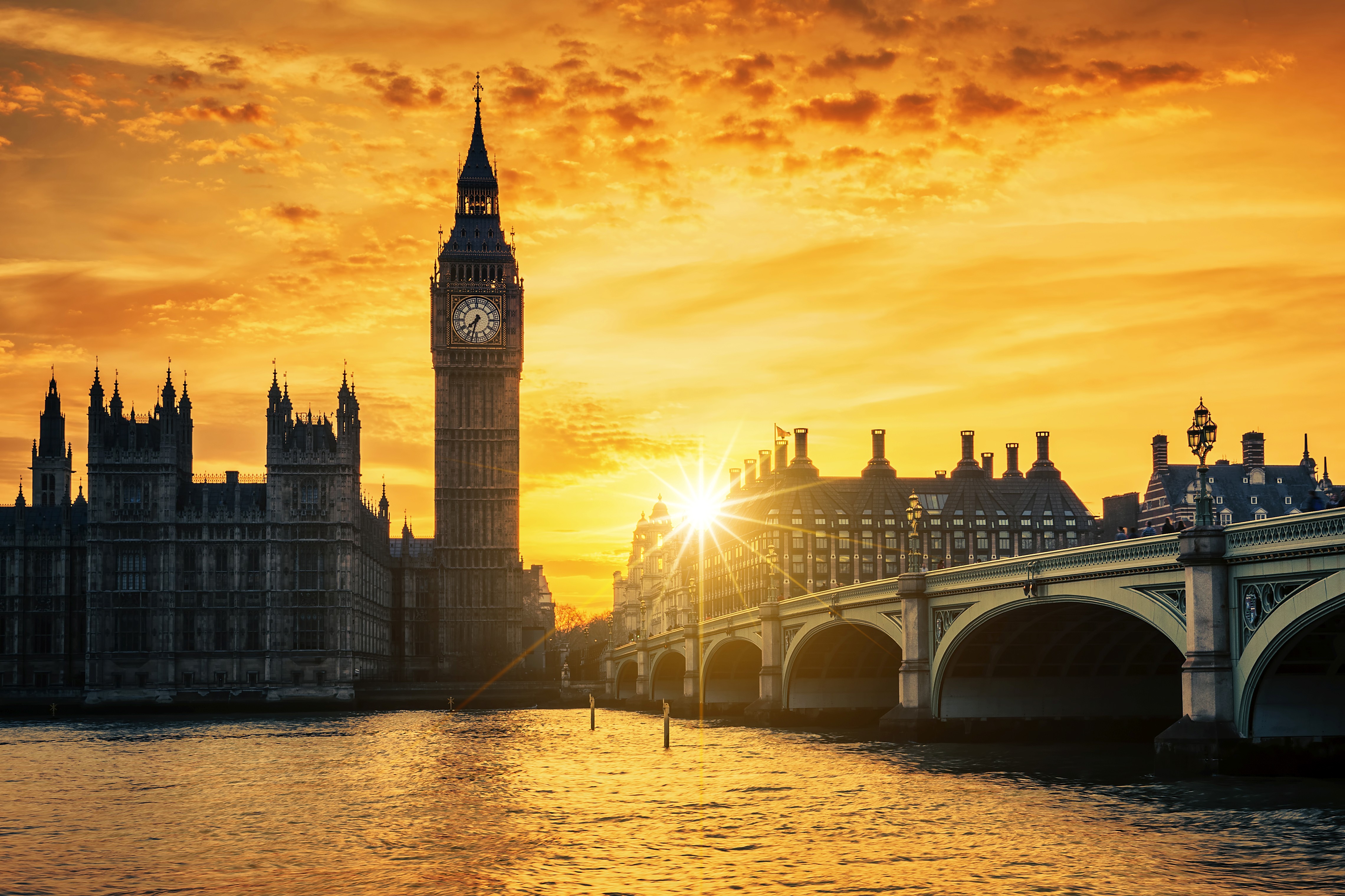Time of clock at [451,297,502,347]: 7:32
